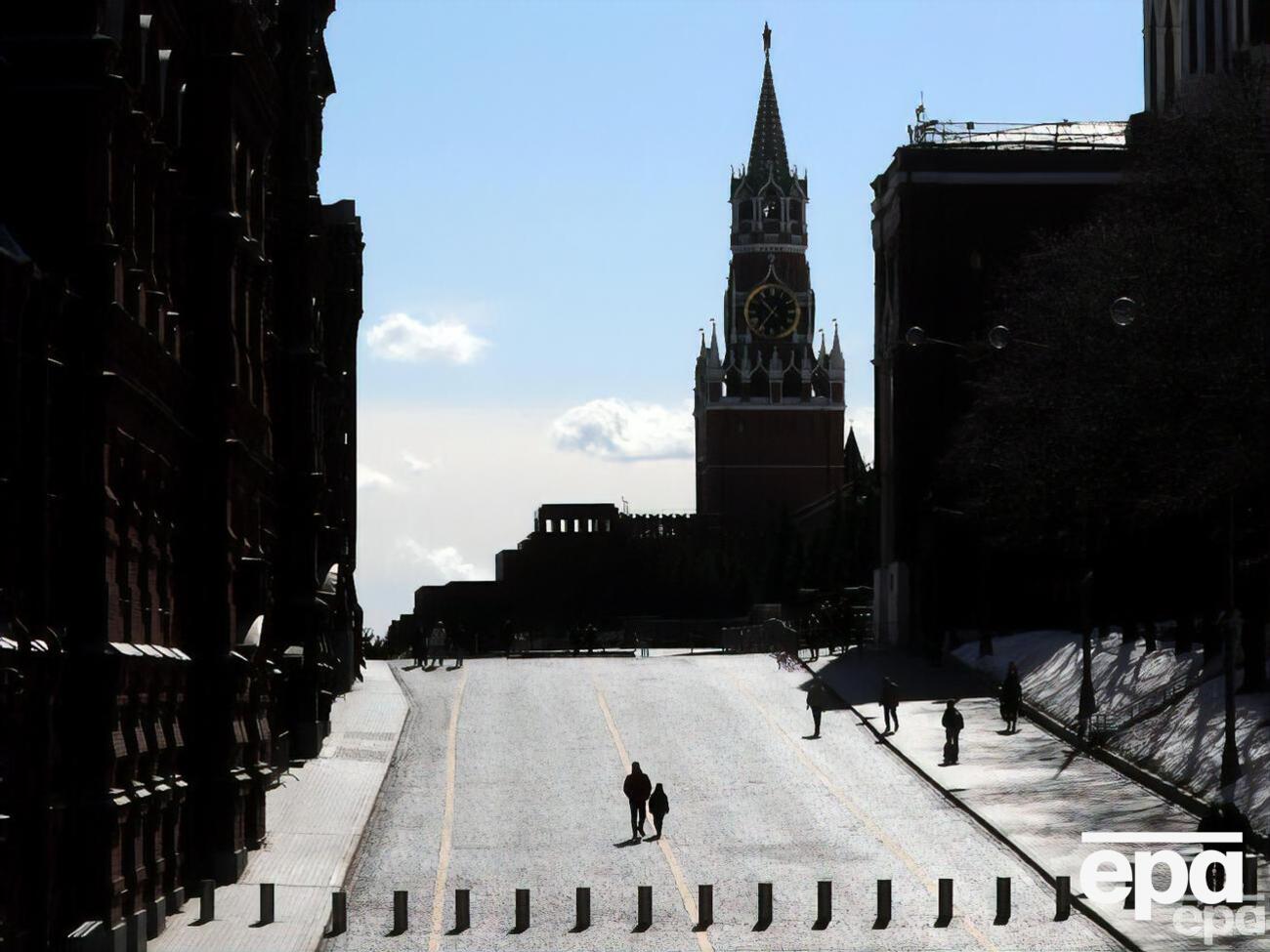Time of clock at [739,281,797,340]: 10:36
